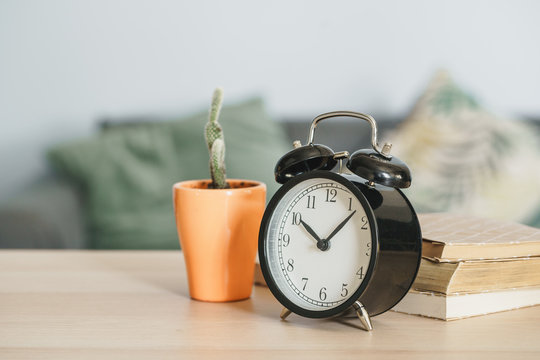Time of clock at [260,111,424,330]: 10:07
